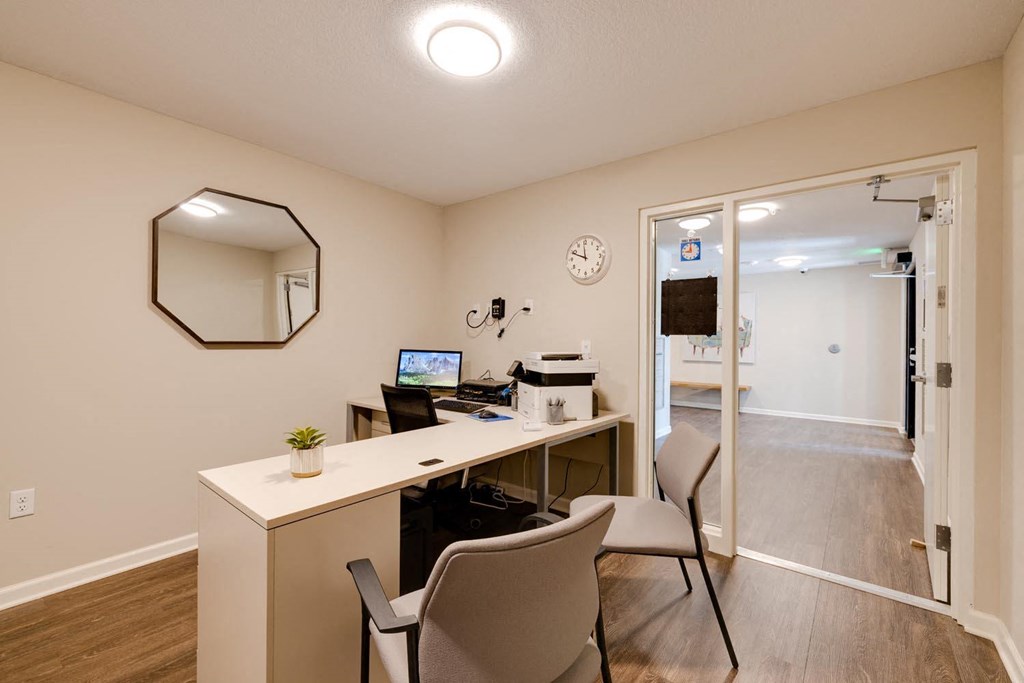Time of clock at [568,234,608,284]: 11:48
